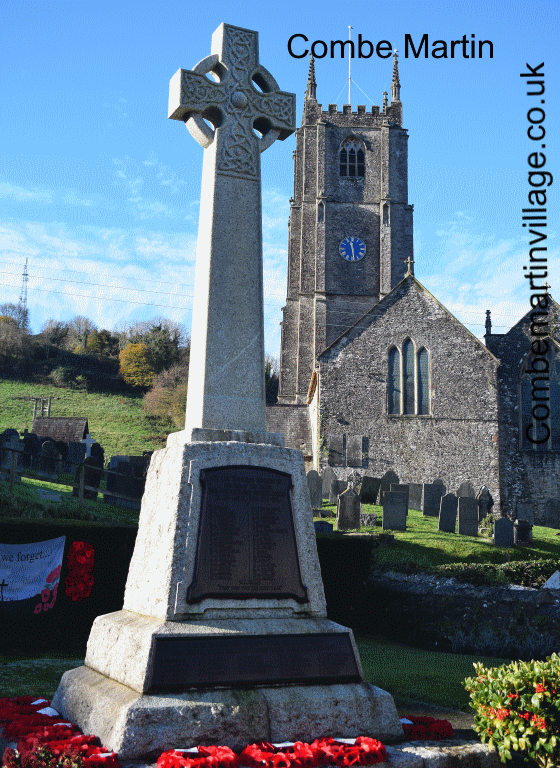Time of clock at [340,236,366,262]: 11:28
